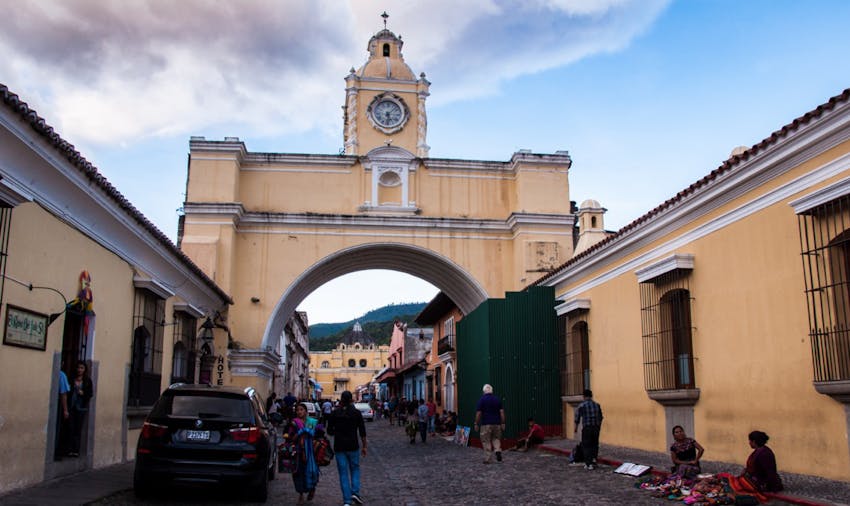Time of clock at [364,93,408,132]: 6:07
